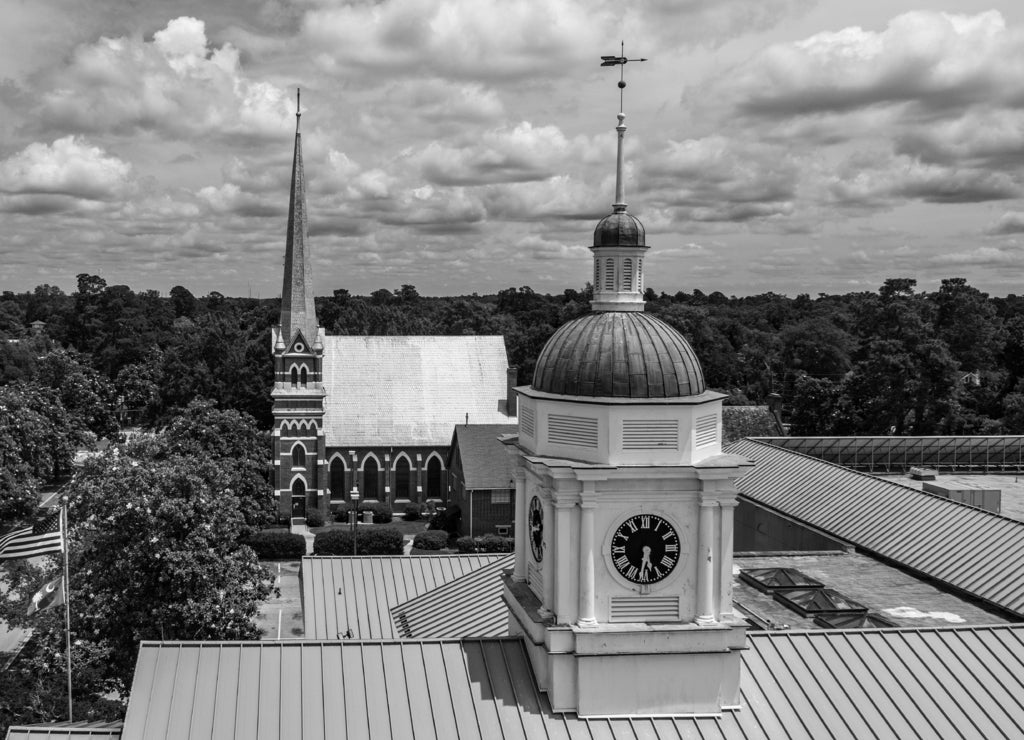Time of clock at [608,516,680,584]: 5:31
